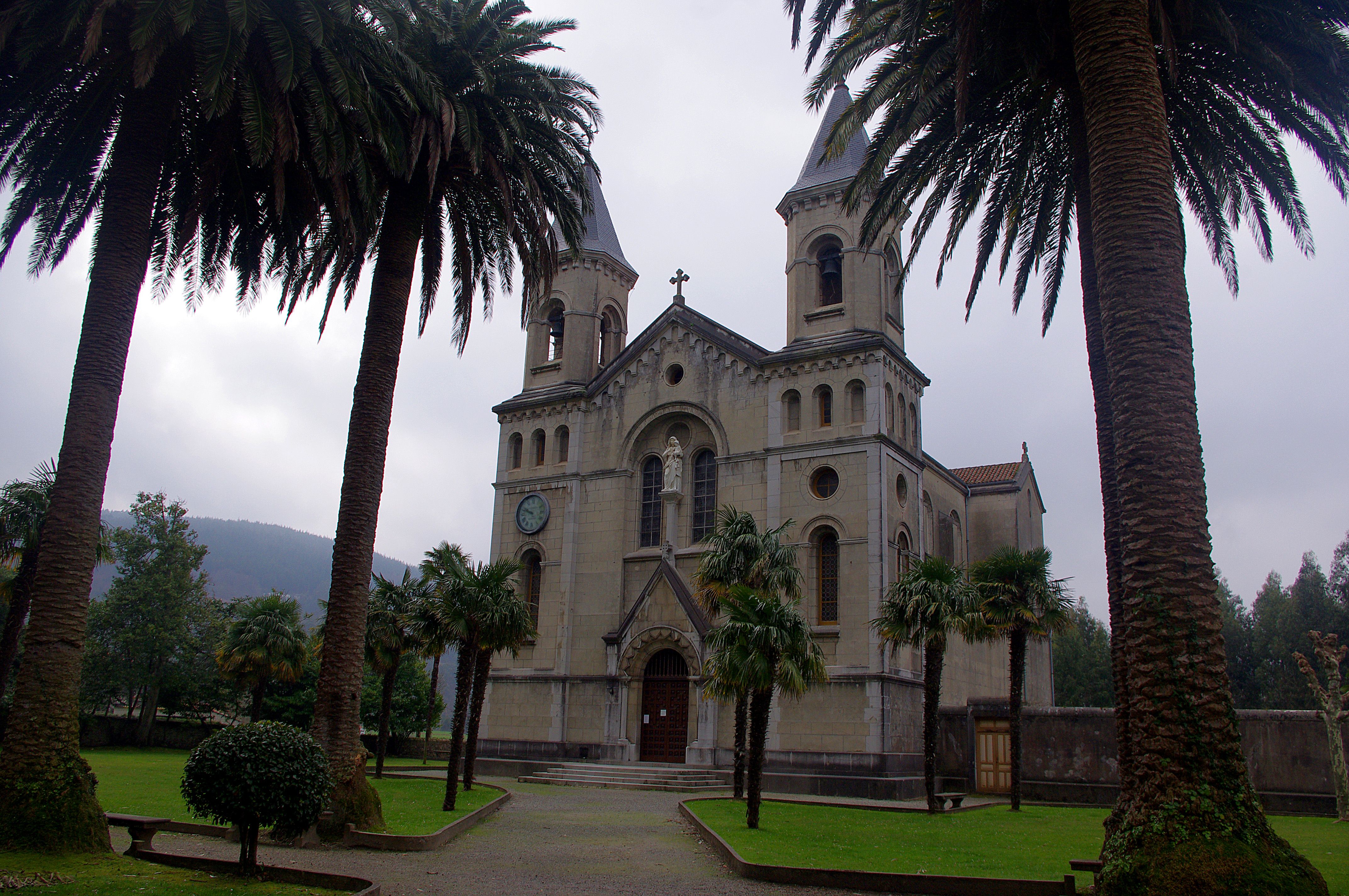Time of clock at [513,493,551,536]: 9:48
